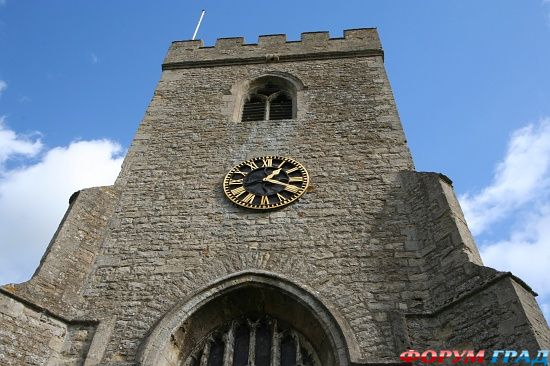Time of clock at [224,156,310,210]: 1:18
